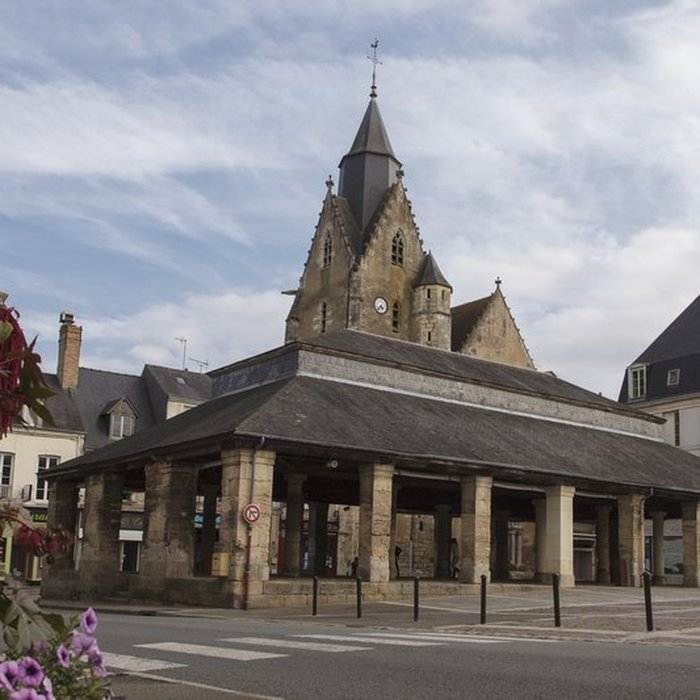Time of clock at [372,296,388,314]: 4:37
